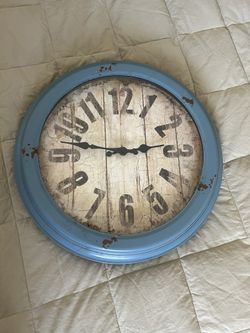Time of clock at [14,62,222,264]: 2:46
